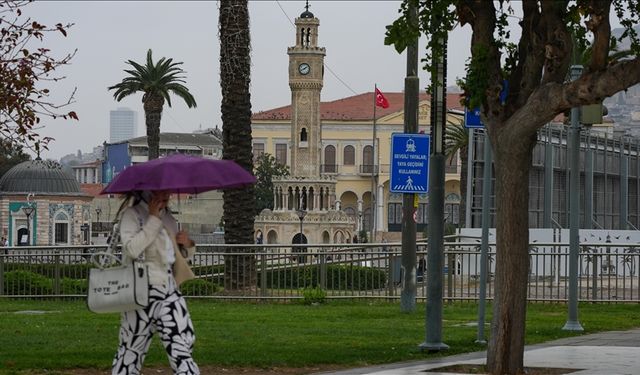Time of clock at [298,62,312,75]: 1:41
